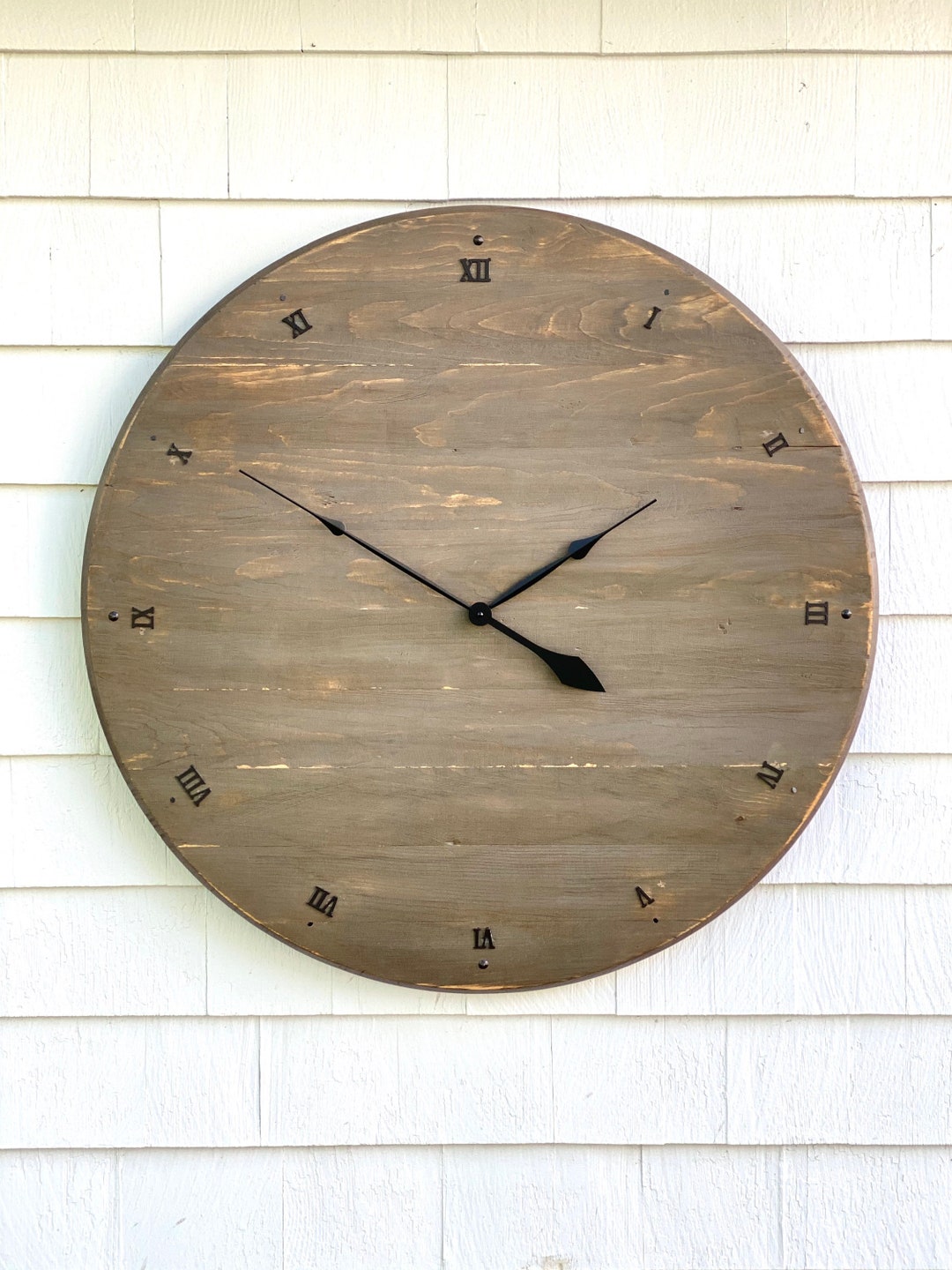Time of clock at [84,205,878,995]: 1:50
